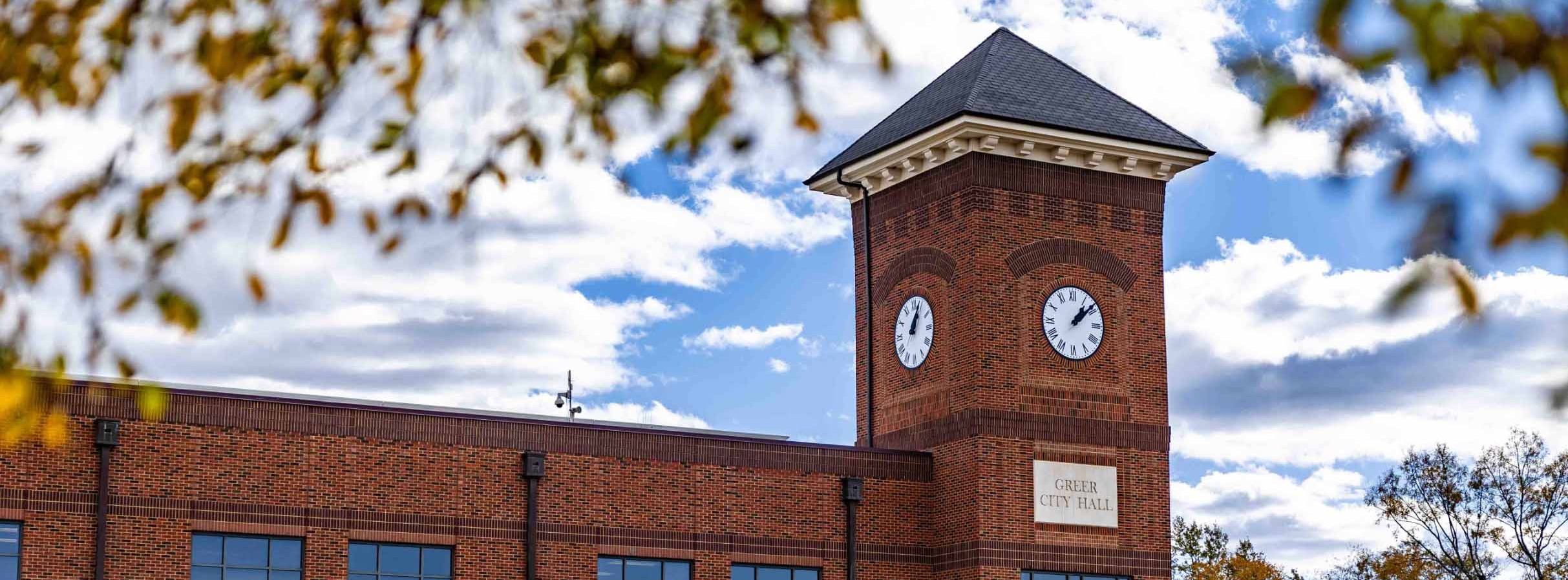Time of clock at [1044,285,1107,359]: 1:08
